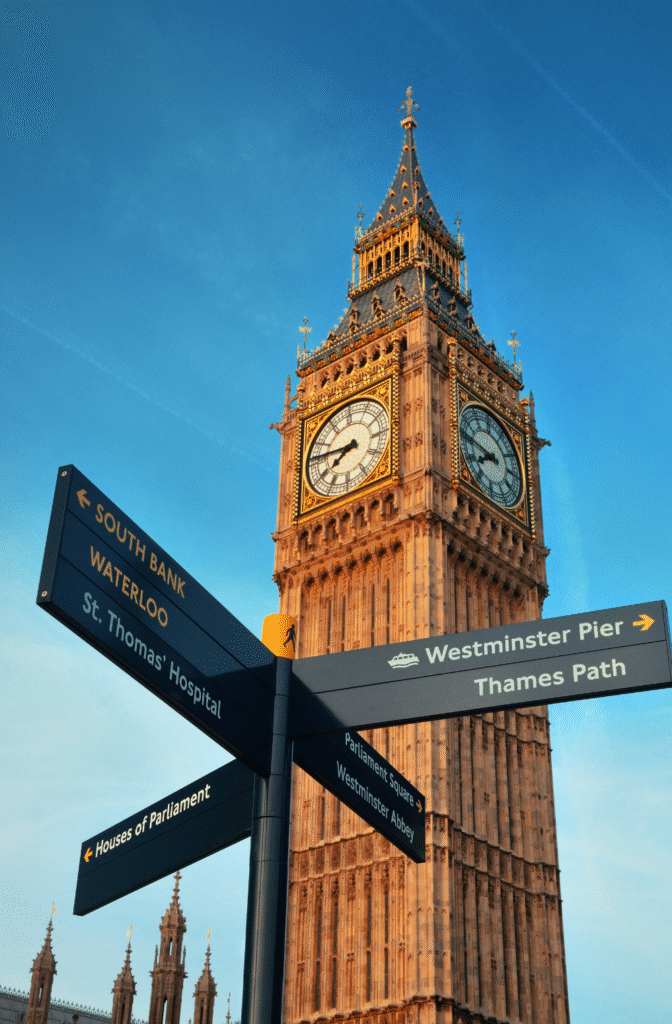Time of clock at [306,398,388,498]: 7:46
